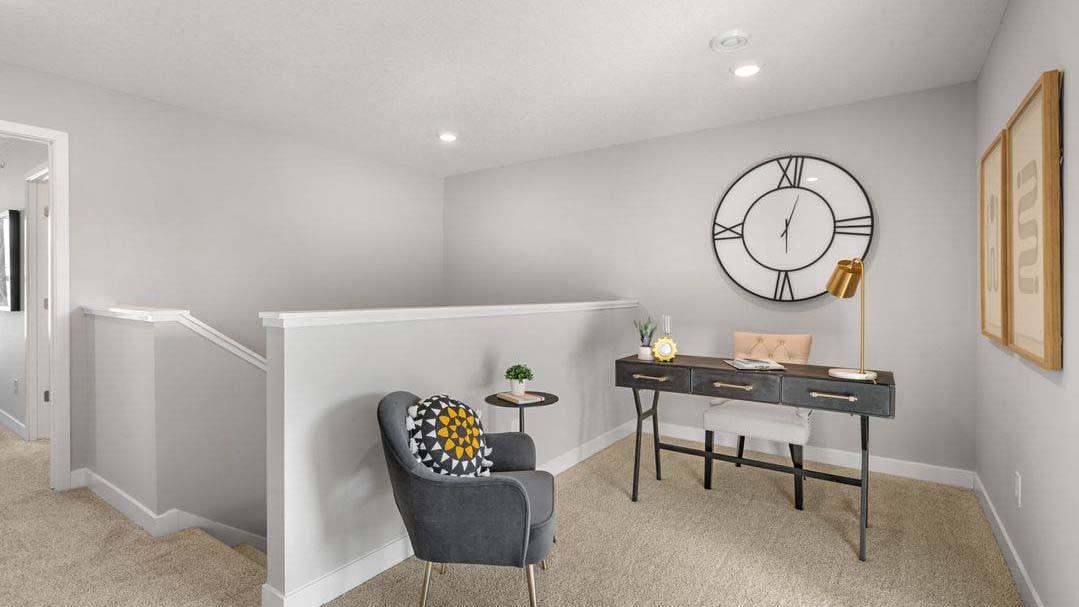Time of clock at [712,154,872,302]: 6:02
